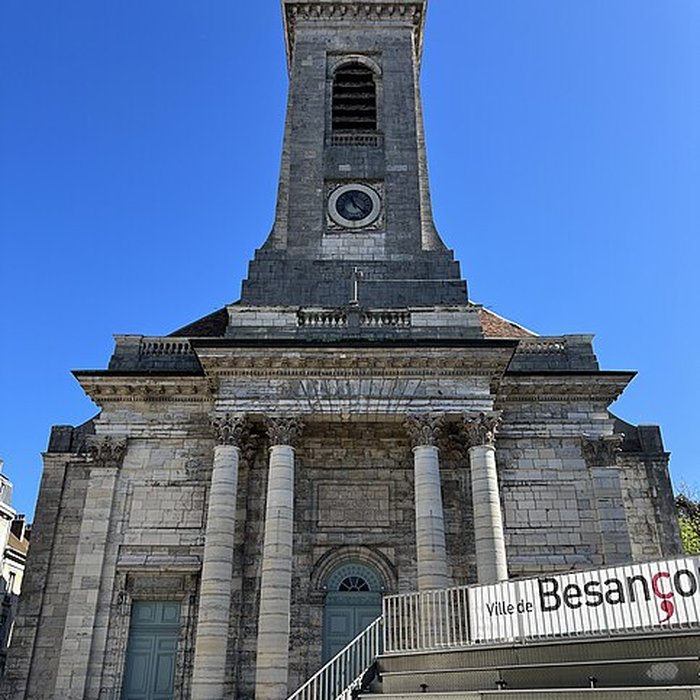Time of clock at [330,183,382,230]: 11:22
